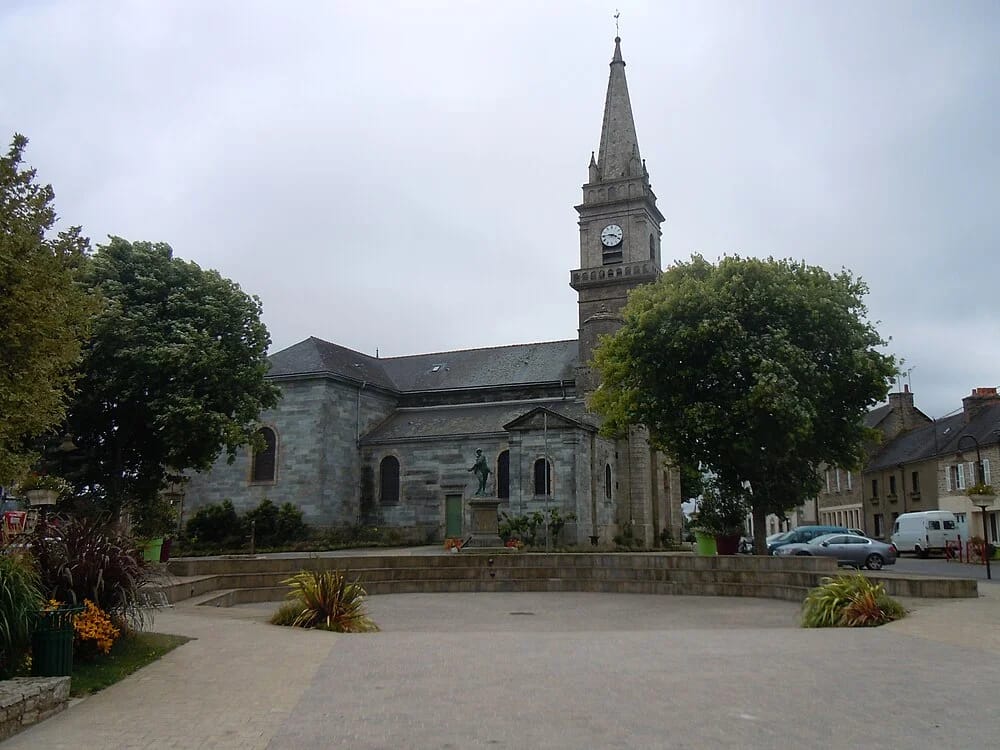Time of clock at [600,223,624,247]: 3:45
